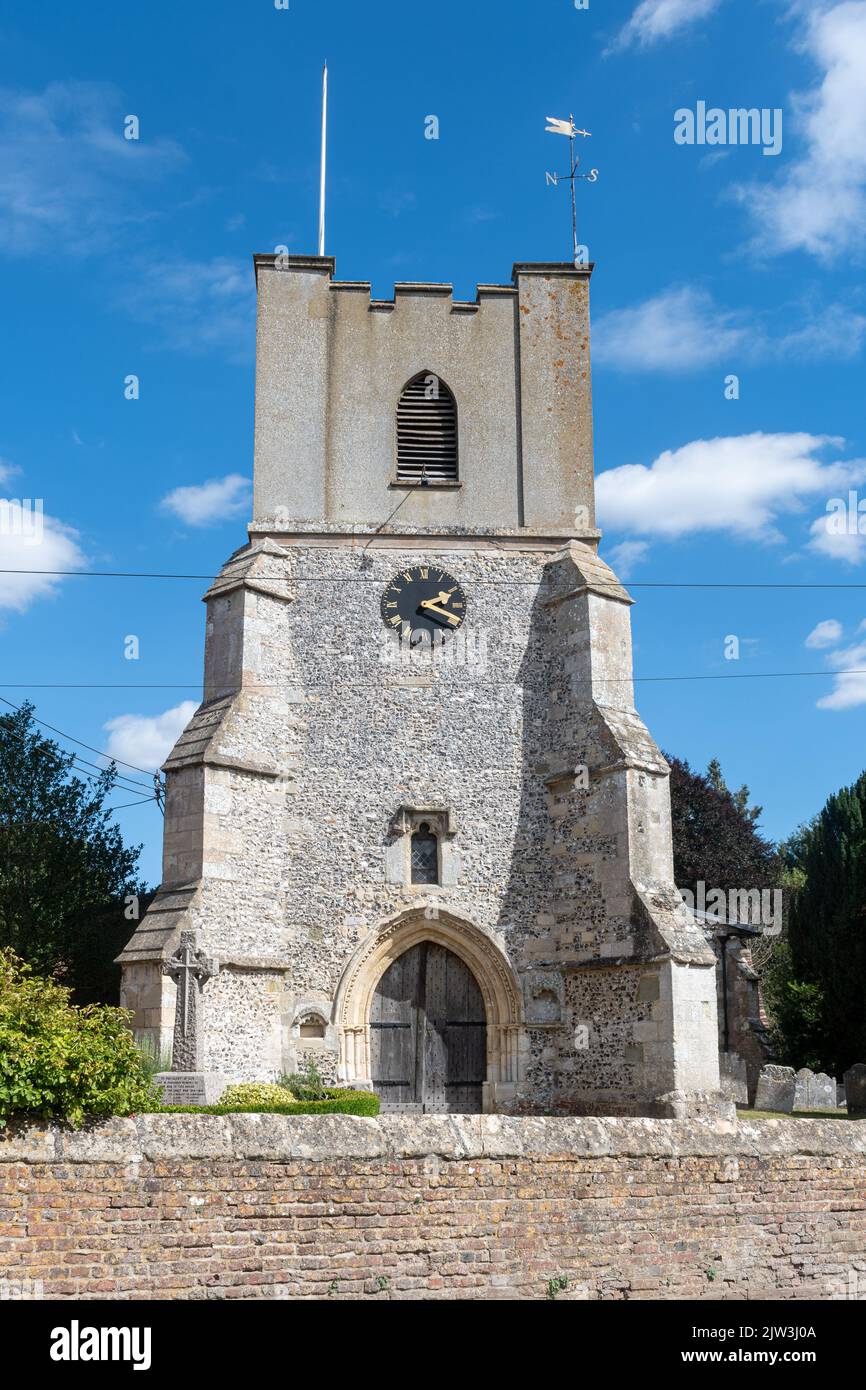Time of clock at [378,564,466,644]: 2:18
